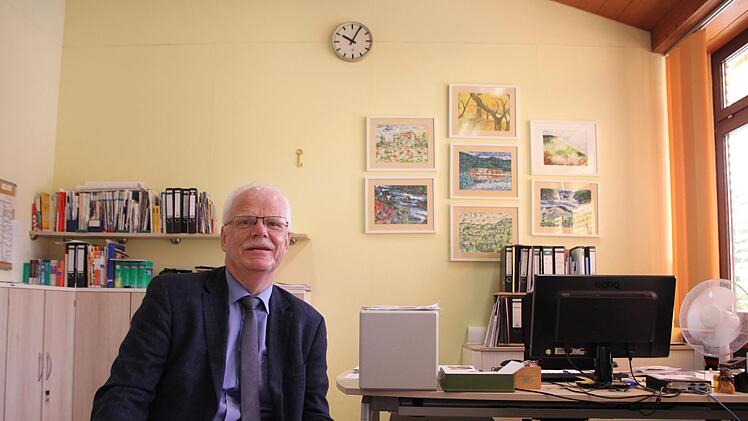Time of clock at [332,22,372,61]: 10:04
